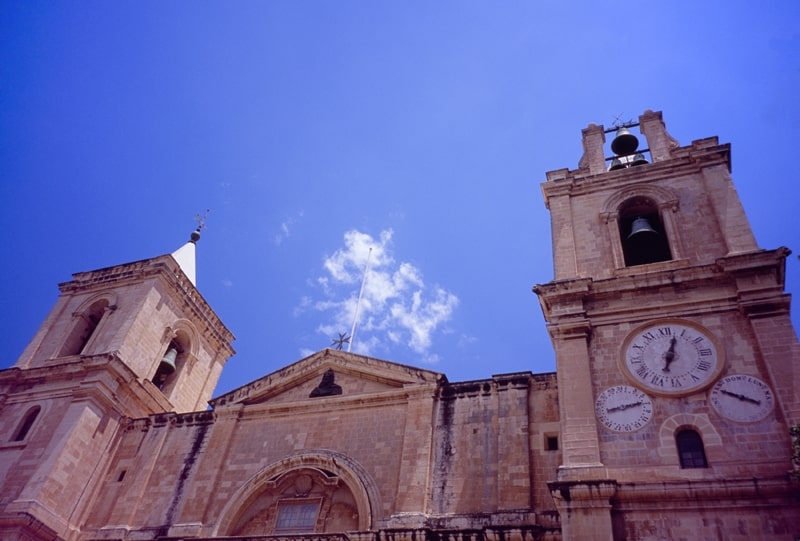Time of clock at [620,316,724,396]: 7:03
